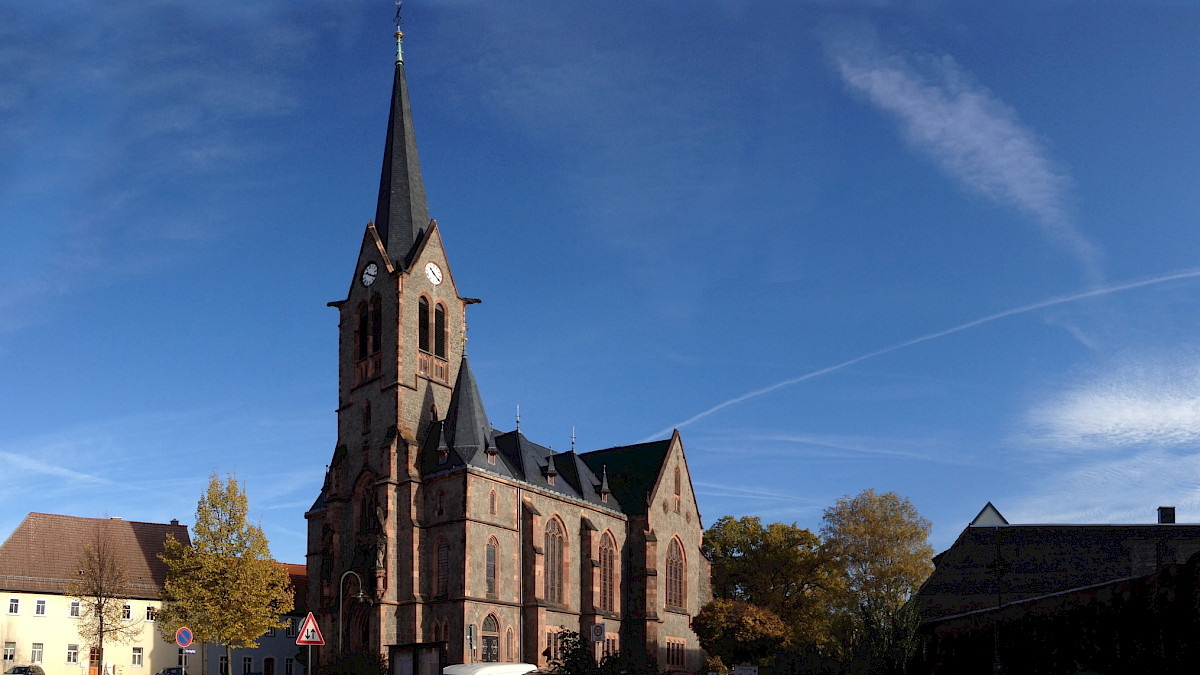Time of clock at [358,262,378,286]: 10:20
